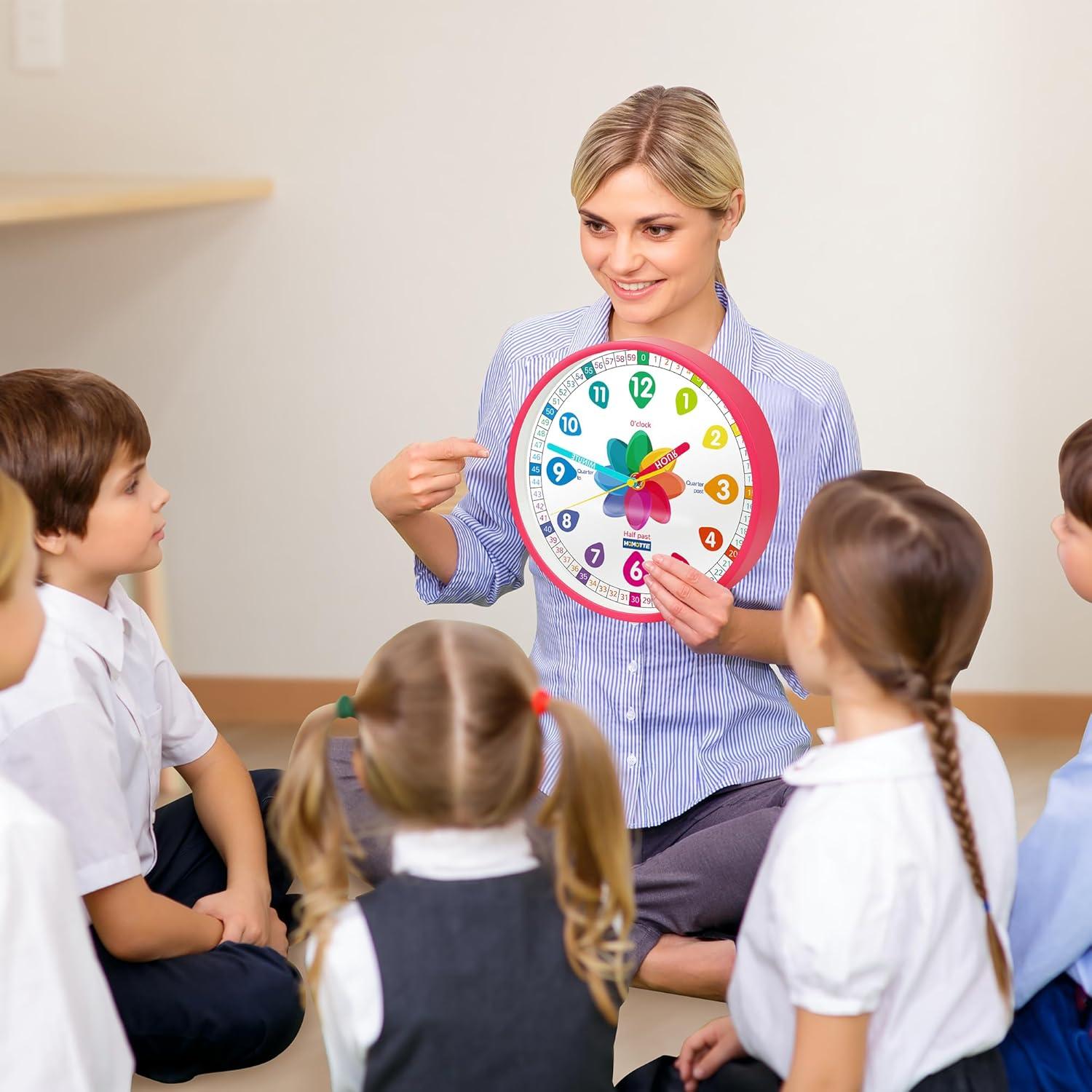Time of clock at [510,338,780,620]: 1:47
